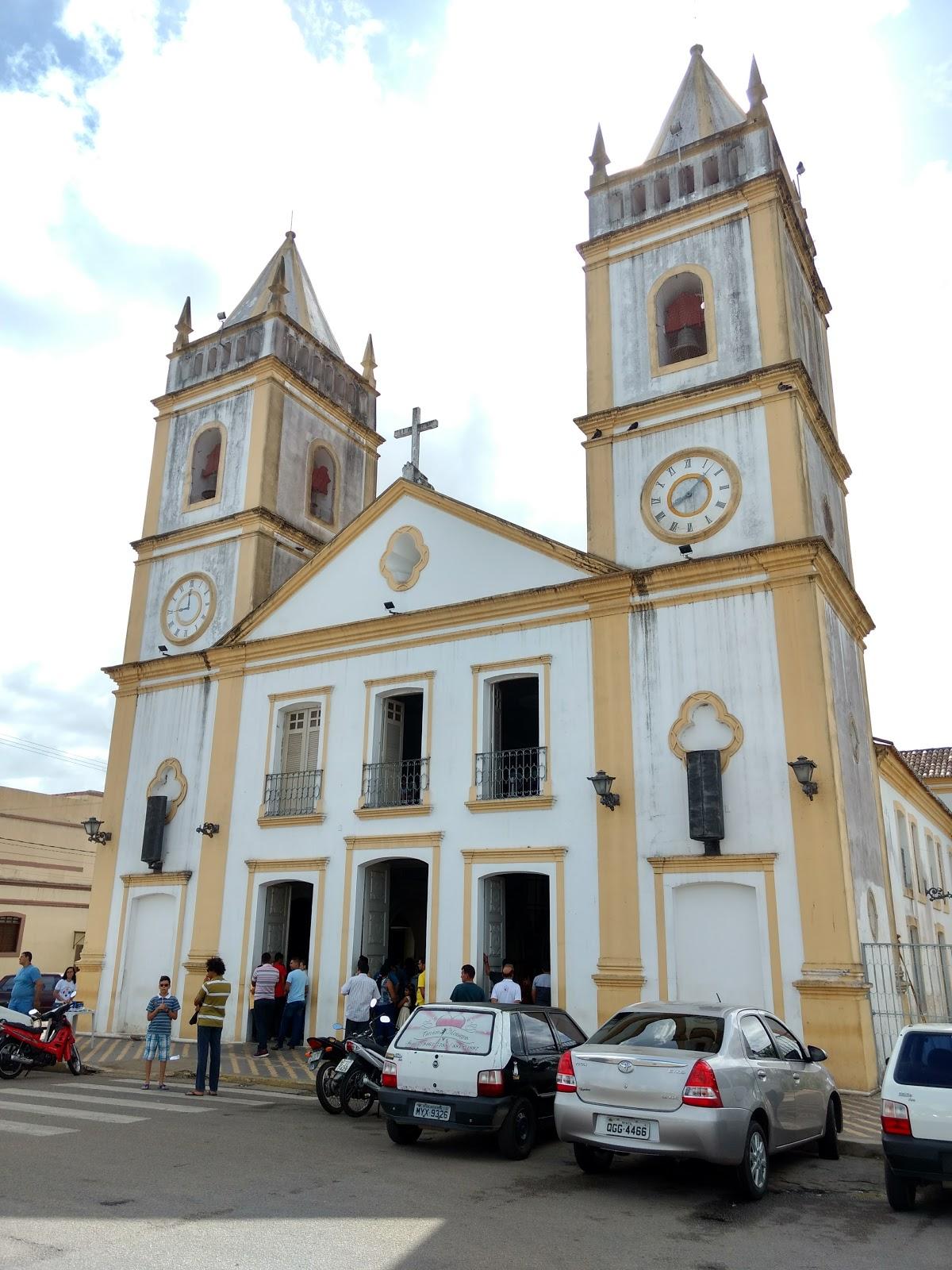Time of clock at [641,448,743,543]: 8:07
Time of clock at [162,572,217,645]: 8:59
